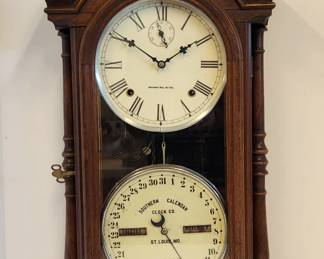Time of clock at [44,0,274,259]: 1:50
